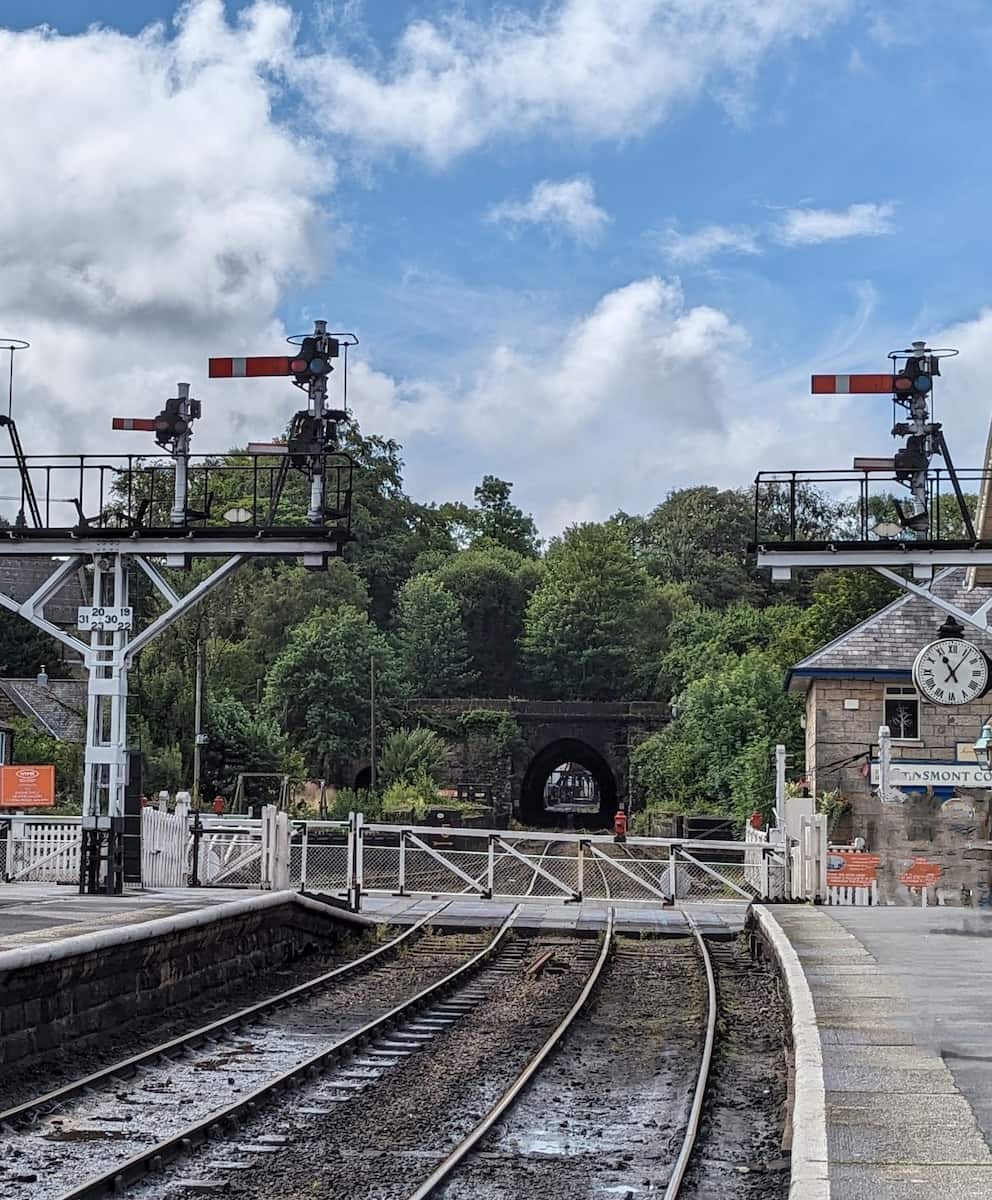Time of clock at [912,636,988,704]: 11:06
